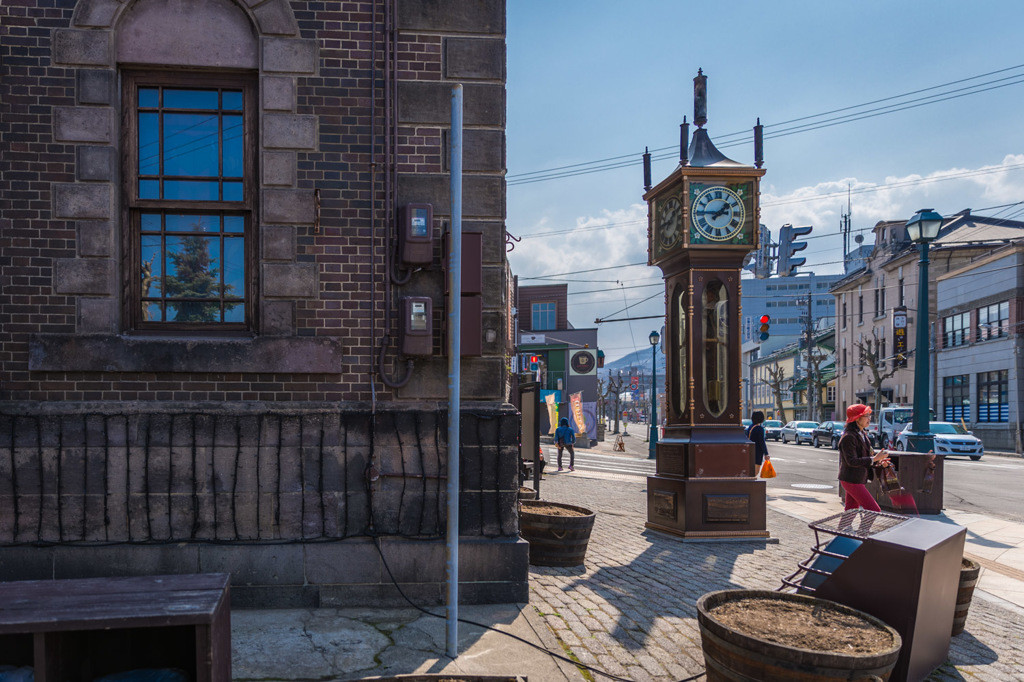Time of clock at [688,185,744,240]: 1:45
